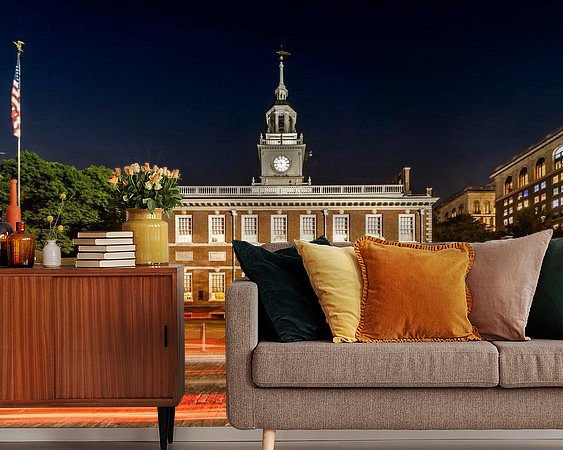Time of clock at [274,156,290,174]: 10:44
